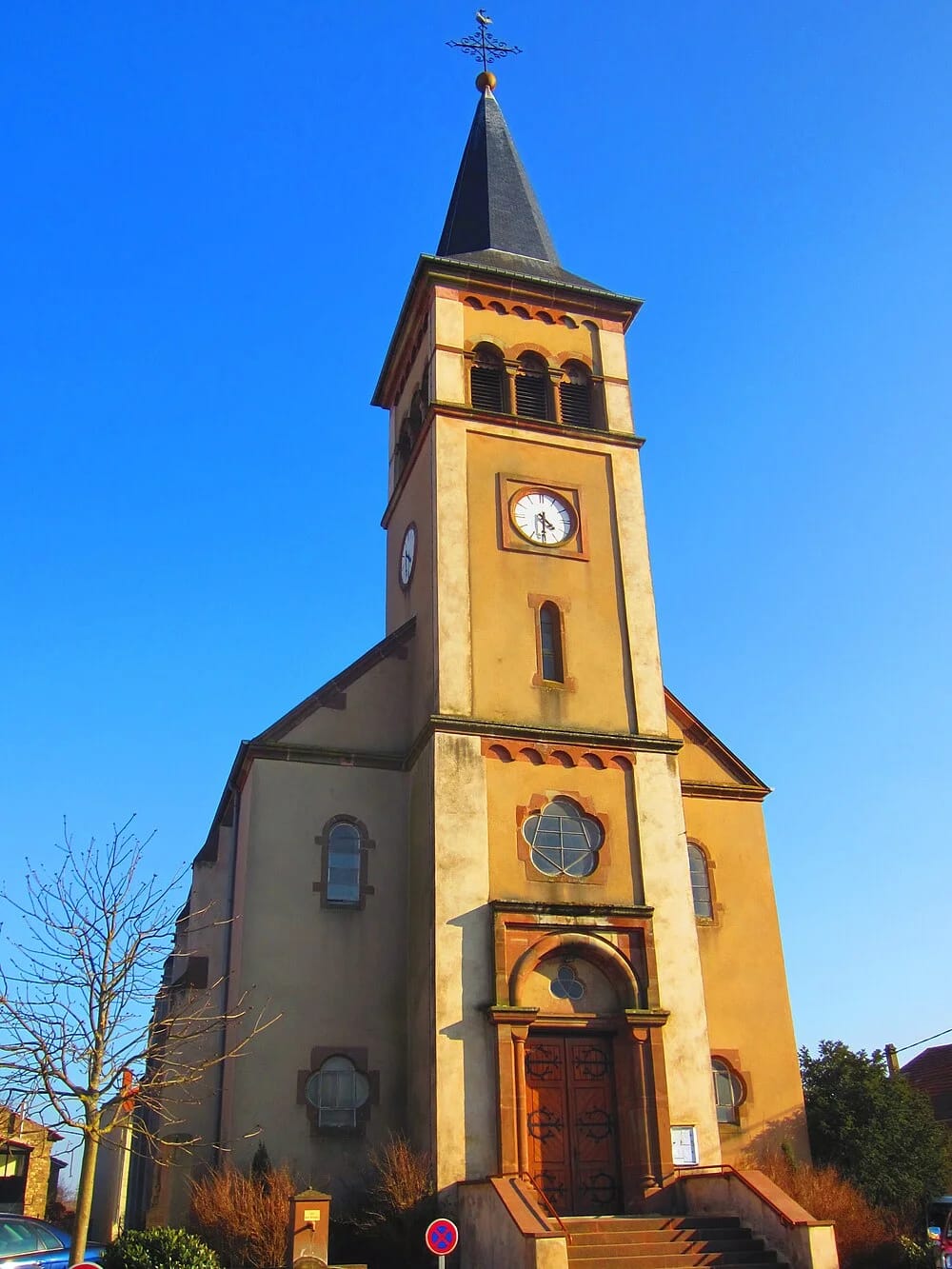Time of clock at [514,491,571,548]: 4:30
